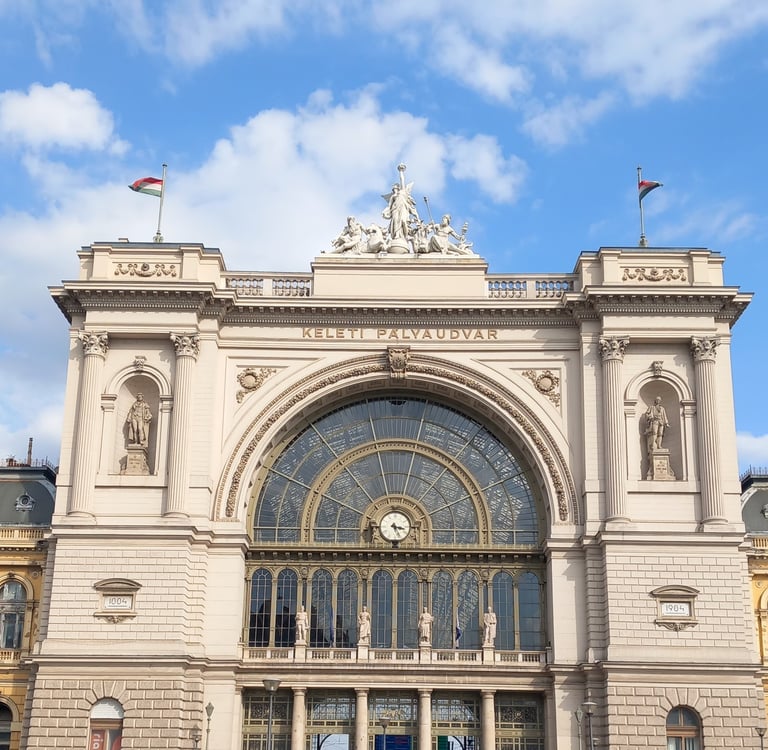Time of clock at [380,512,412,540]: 3:26
